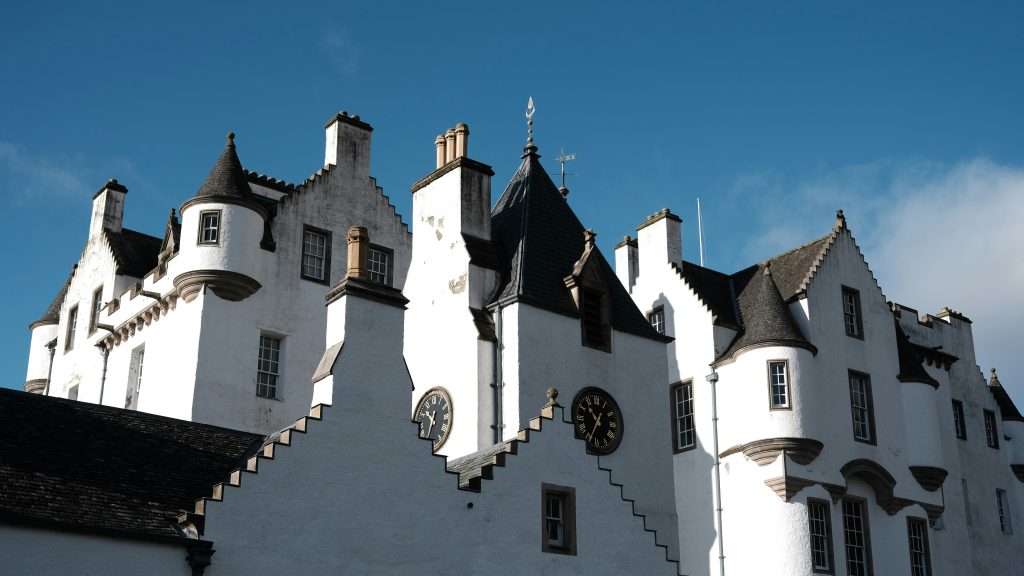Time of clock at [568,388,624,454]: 10:34
